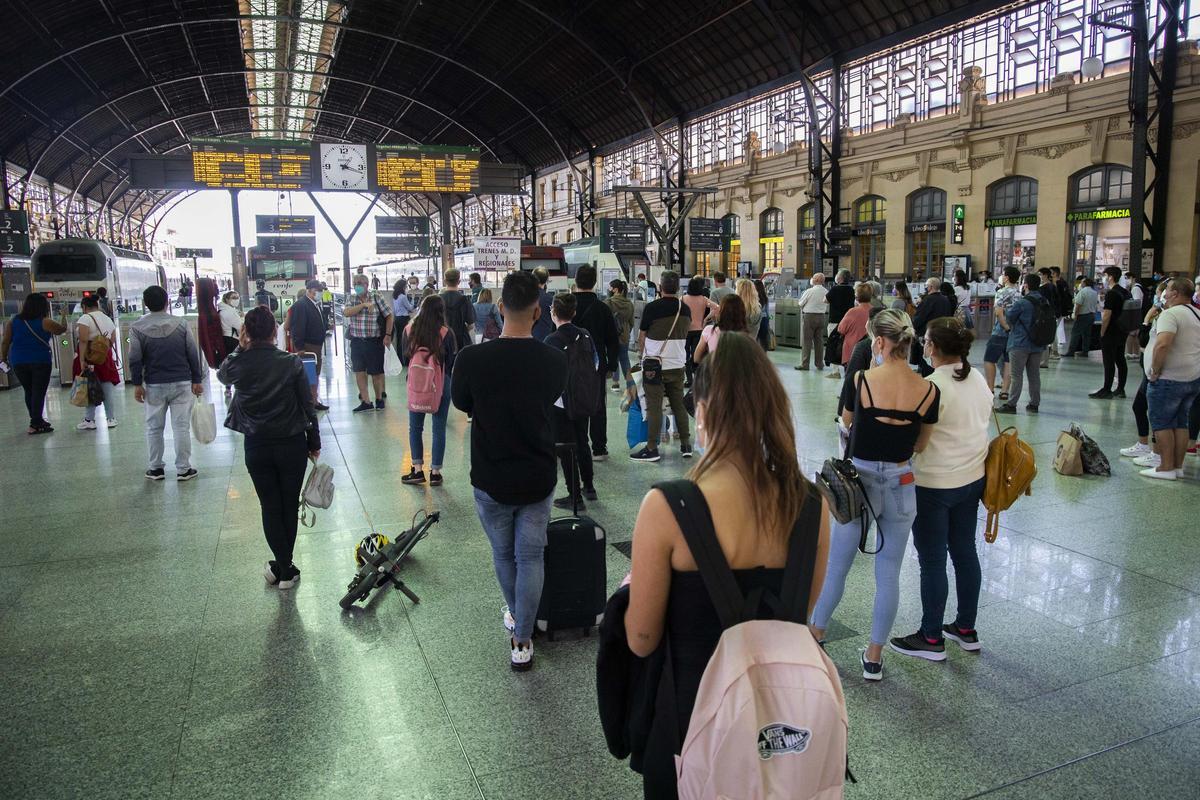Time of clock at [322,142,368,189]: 1:18
